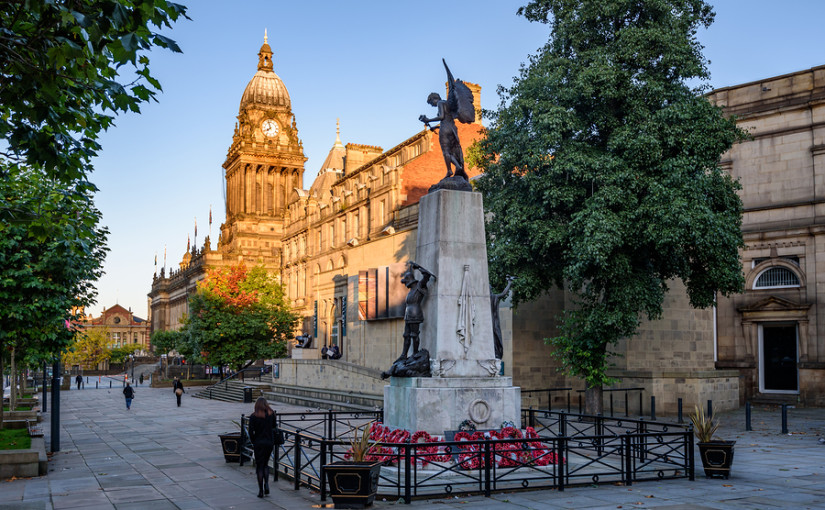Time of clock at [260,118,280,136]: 7:57
